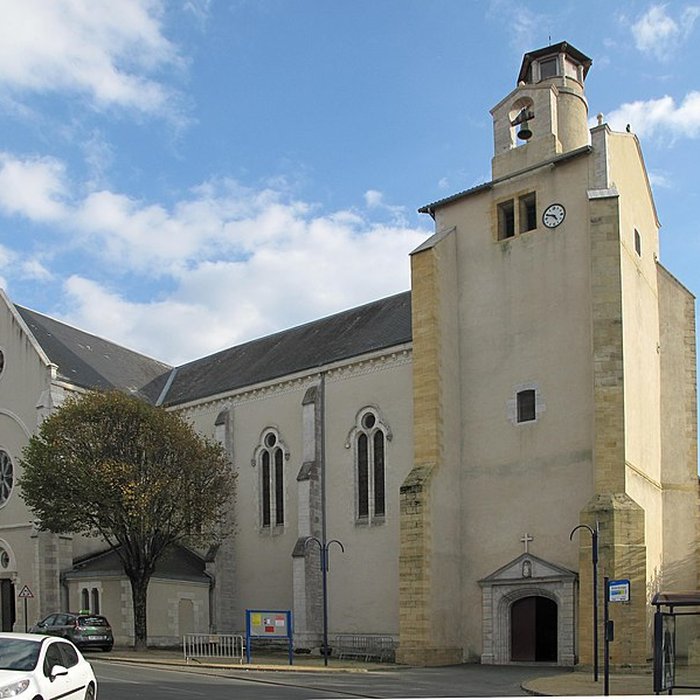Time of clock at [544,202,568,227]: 4:48
